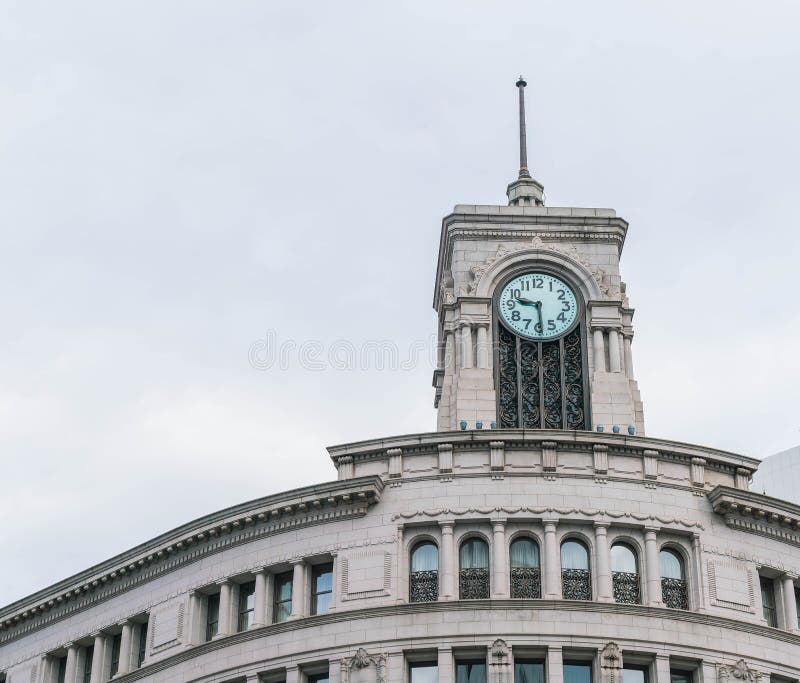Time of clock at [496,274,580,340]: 9:29
